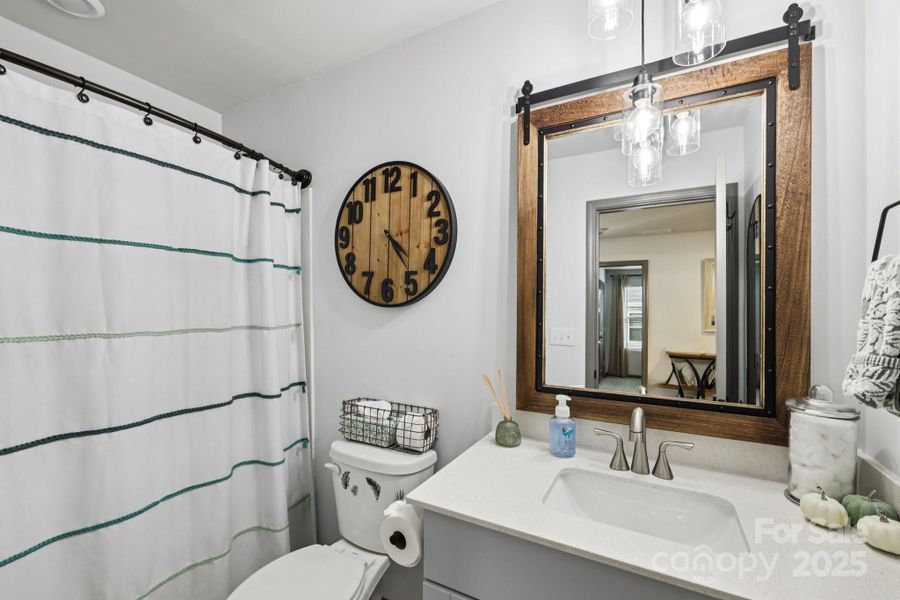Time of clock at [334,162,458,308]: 4:23
